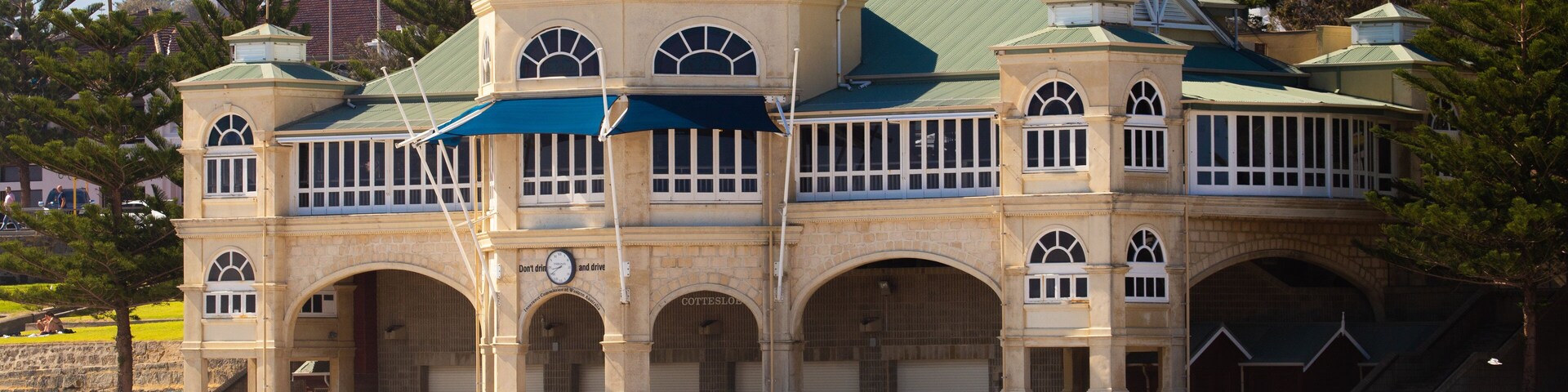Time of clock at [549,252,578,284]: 8:40
